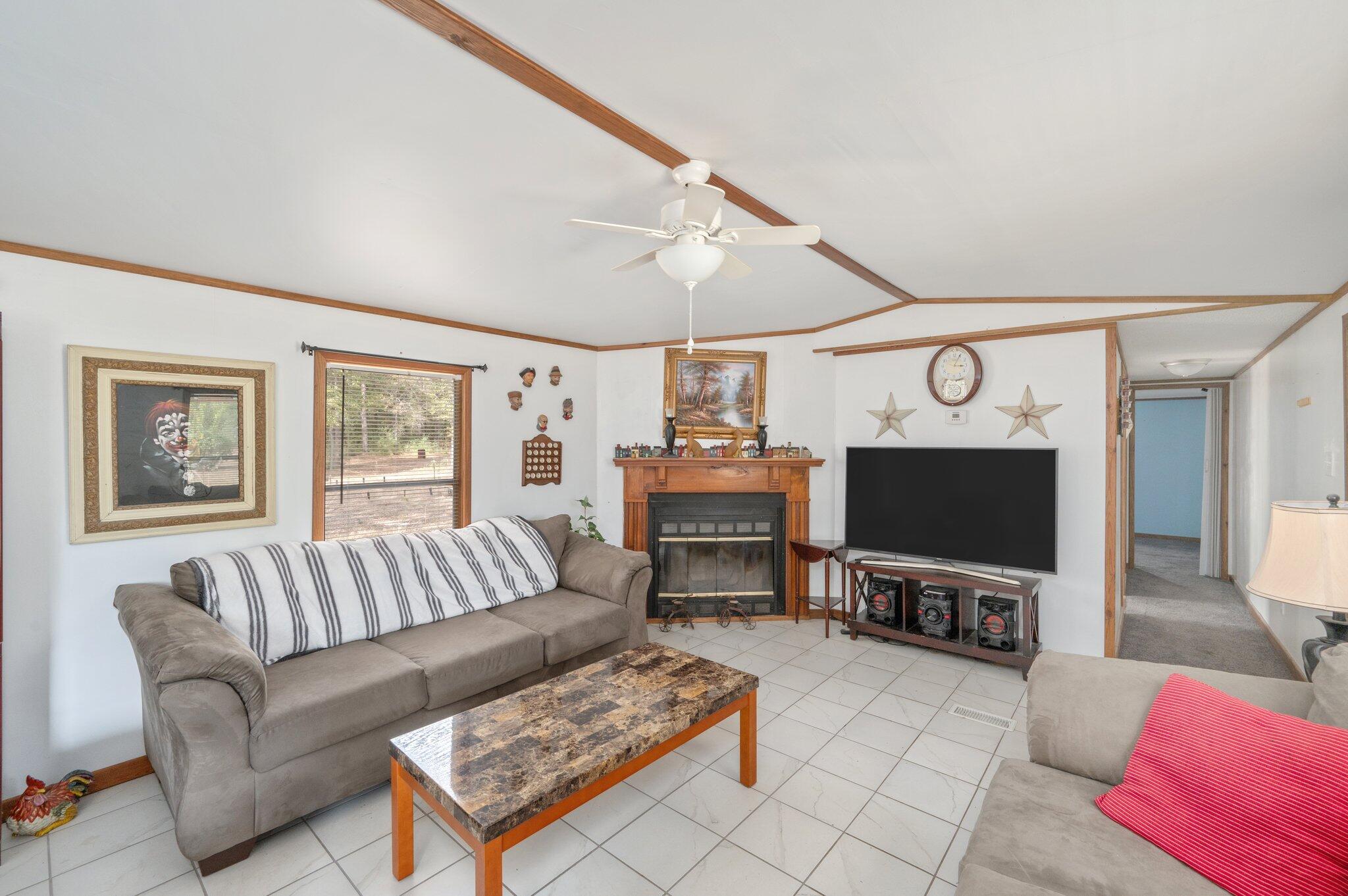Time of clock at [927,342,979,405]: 3:04
